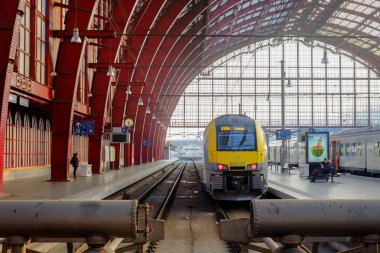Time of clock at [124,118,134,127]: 4:26
